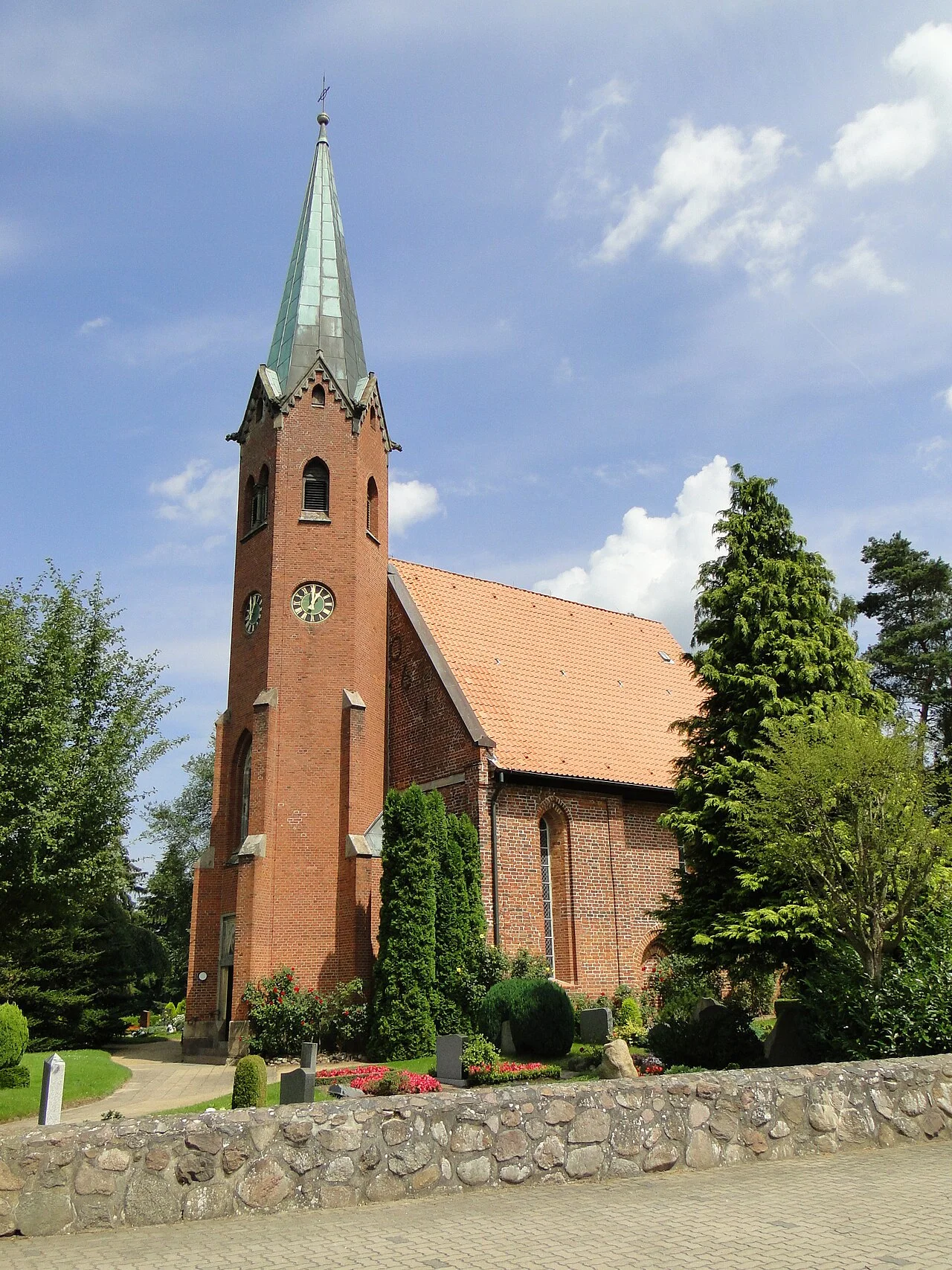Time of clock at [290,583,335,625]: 1:00
